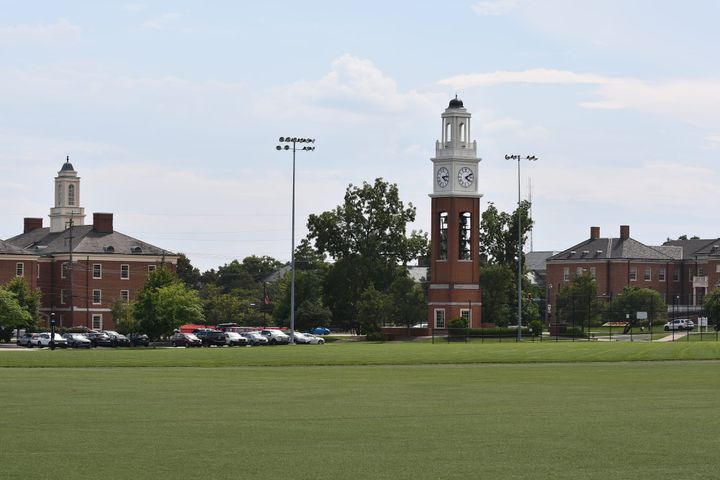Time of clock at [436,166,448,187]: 4:13
